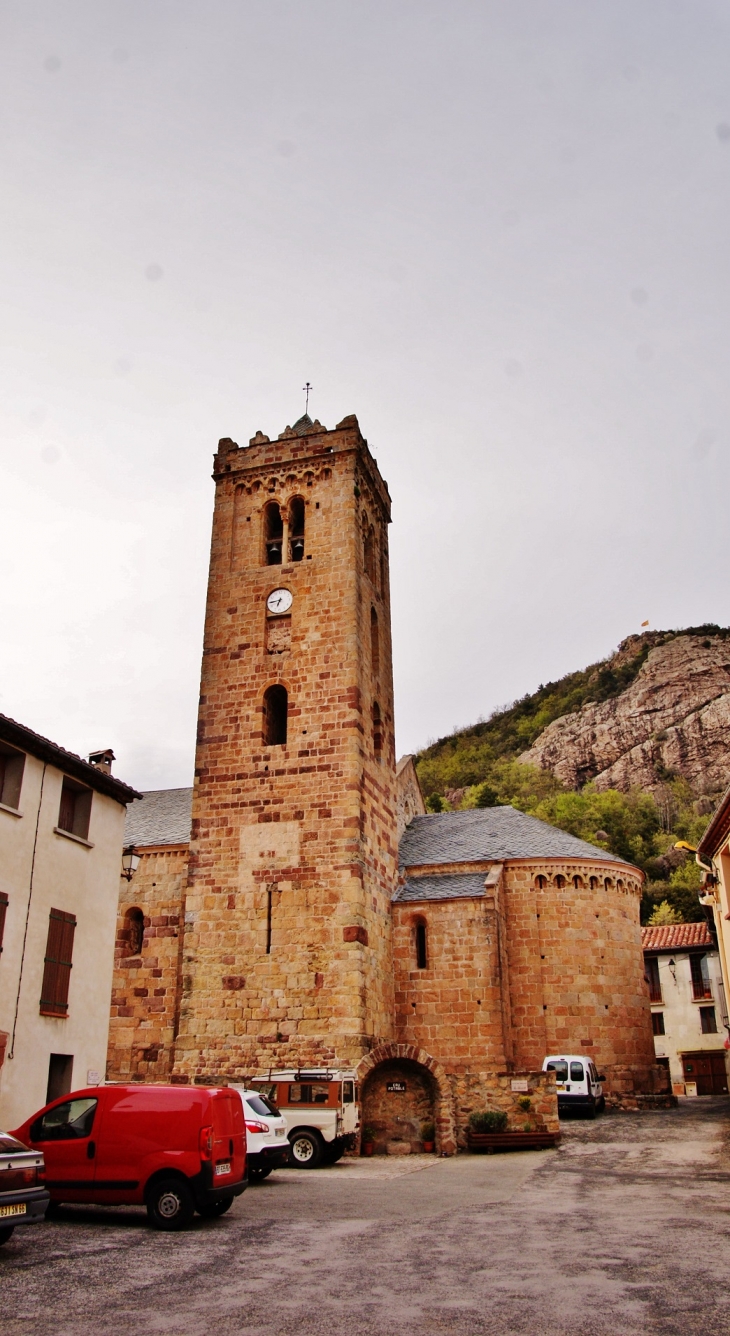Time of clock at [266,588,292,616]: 6:44
